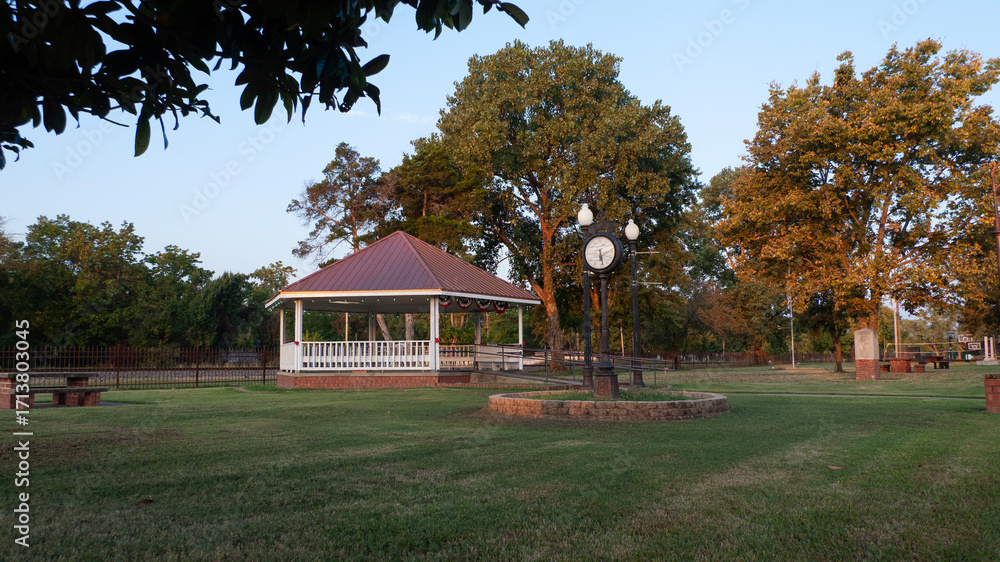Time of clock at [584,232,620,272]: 6:28
